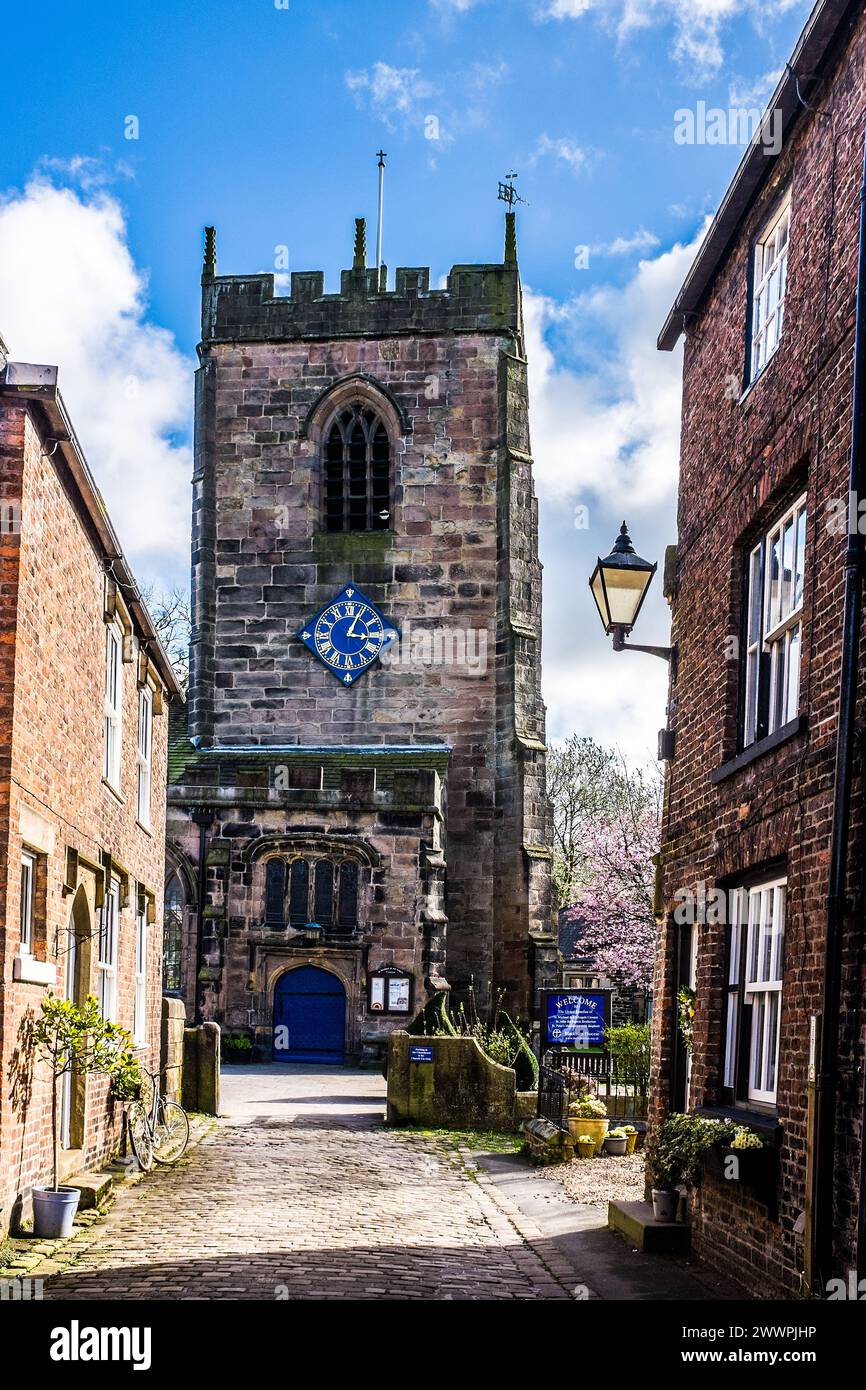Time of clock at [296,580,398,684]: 3:04
